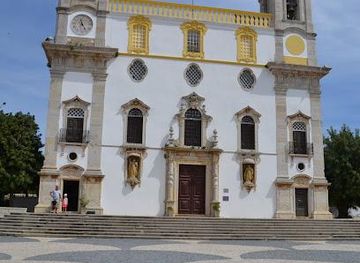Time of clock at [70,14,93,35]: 11:24
